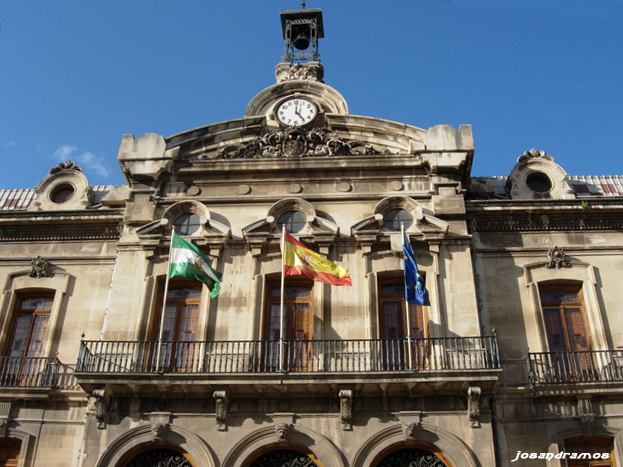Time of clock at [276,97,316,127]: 5:00
